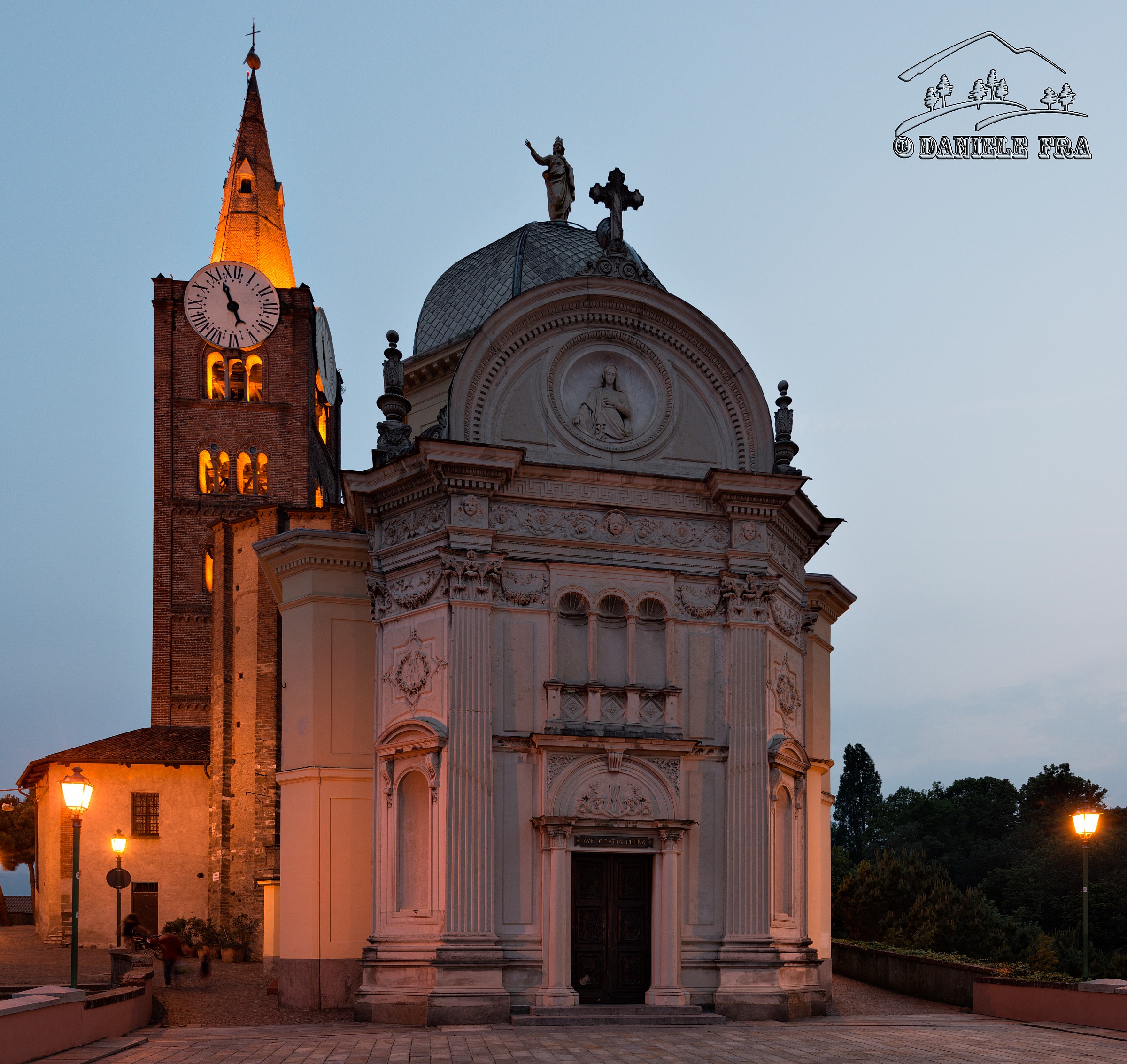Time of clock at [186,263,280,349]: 4:56
